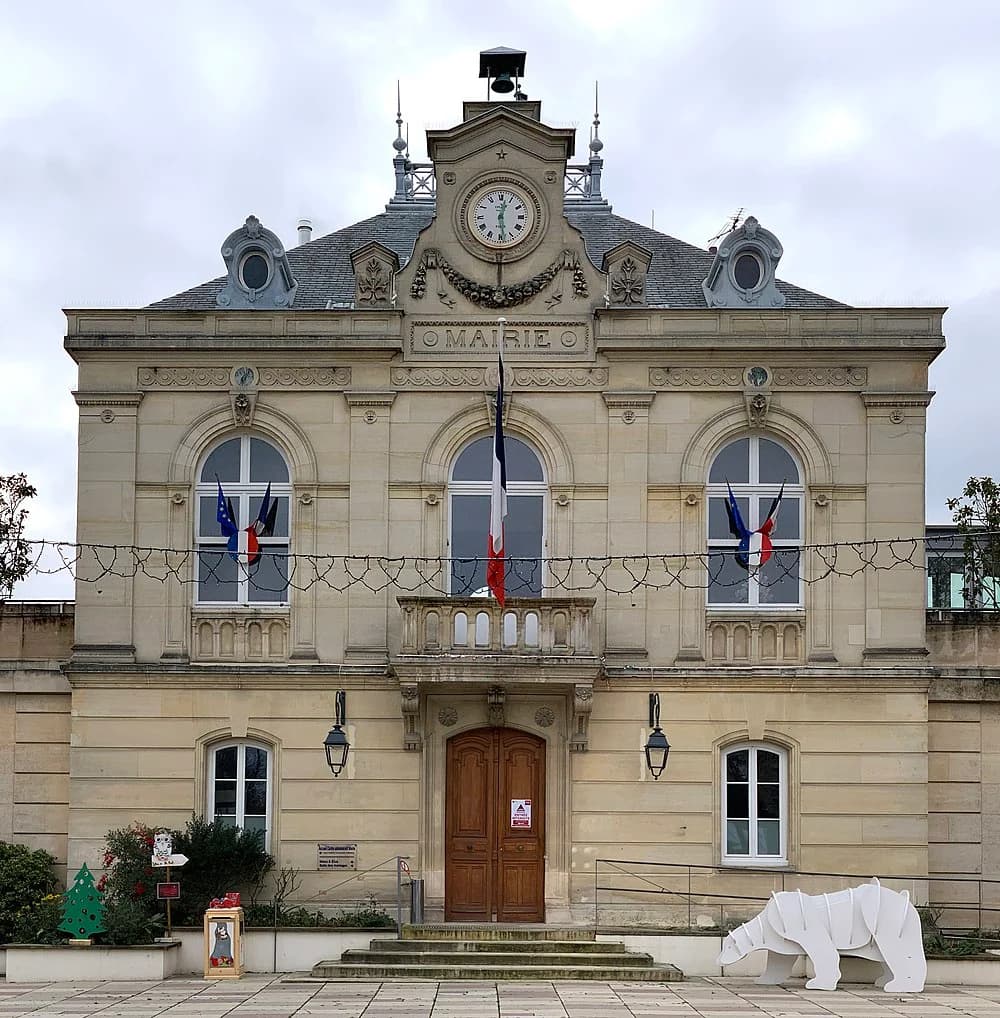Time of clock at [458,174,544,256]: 12:28
